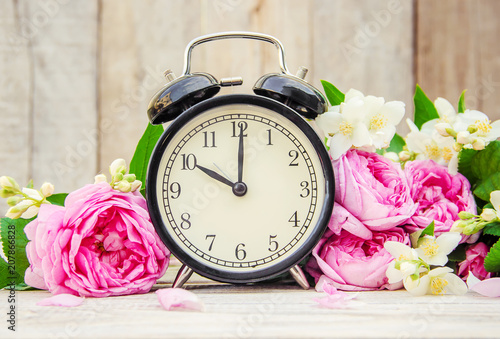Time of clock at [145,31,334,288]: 10:00
